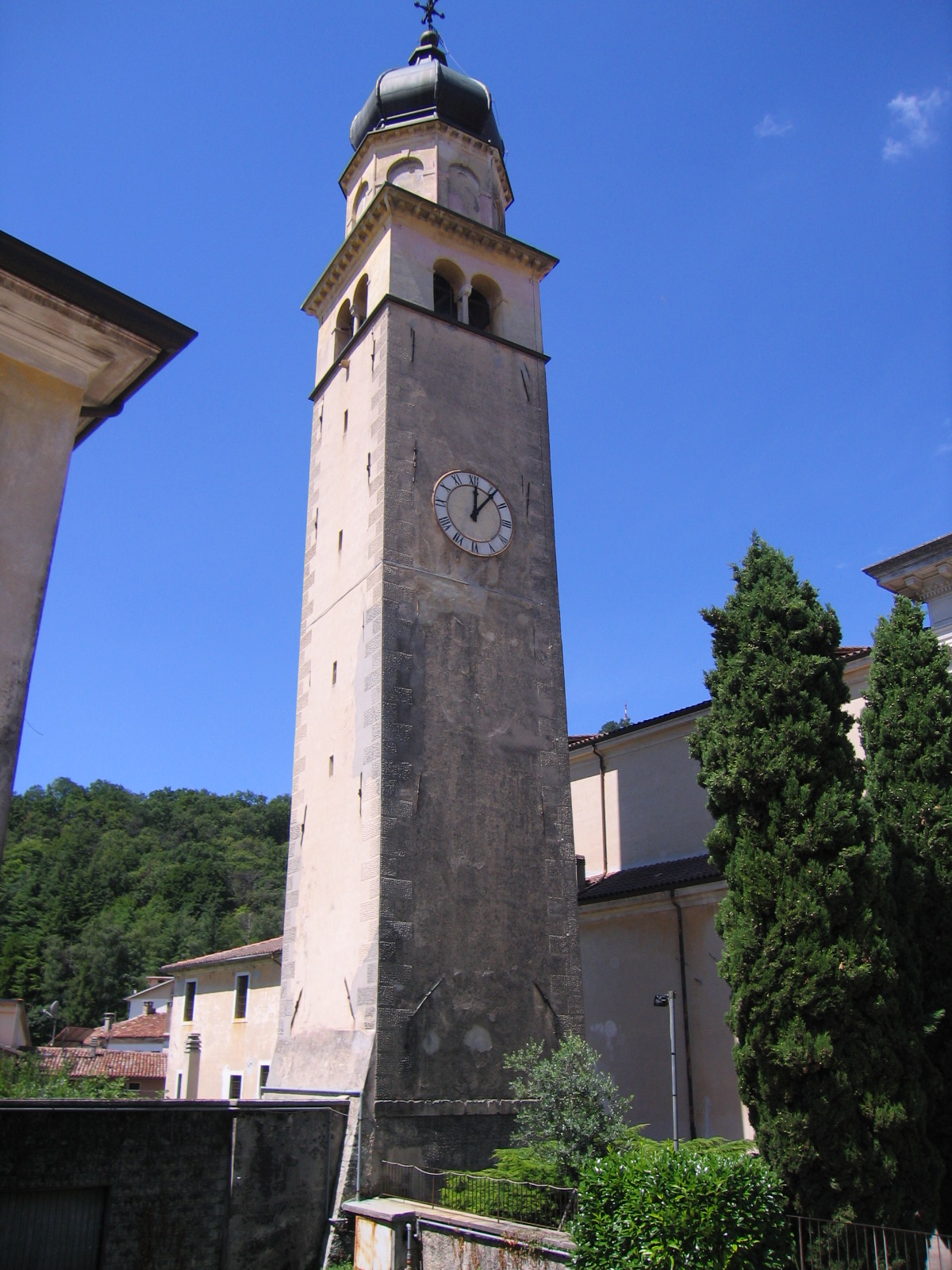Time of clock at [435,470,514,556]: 12:06
